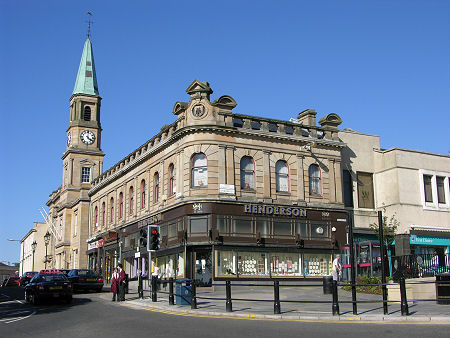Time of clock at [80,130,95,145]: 4:01
